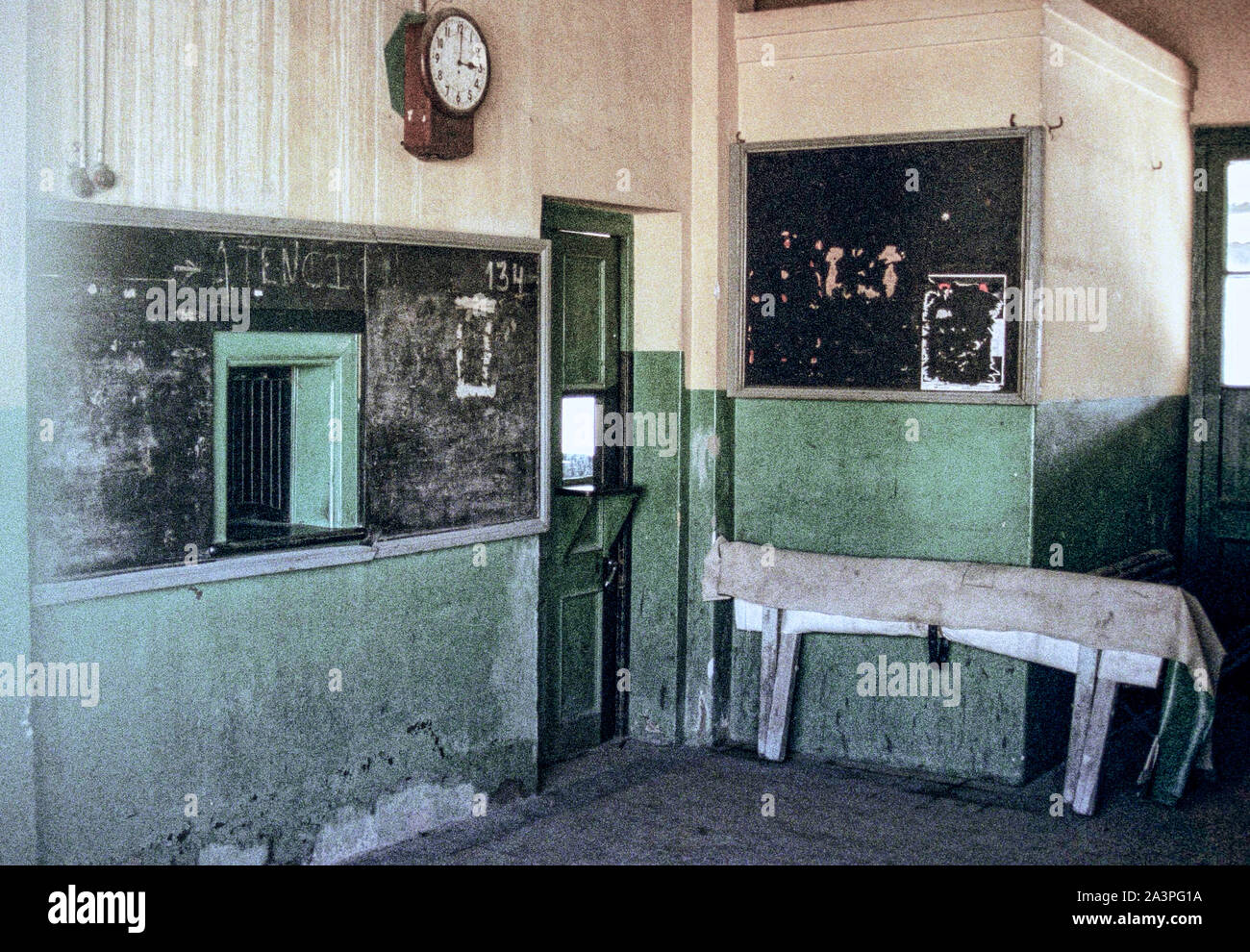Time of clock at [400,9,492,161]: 3:00
